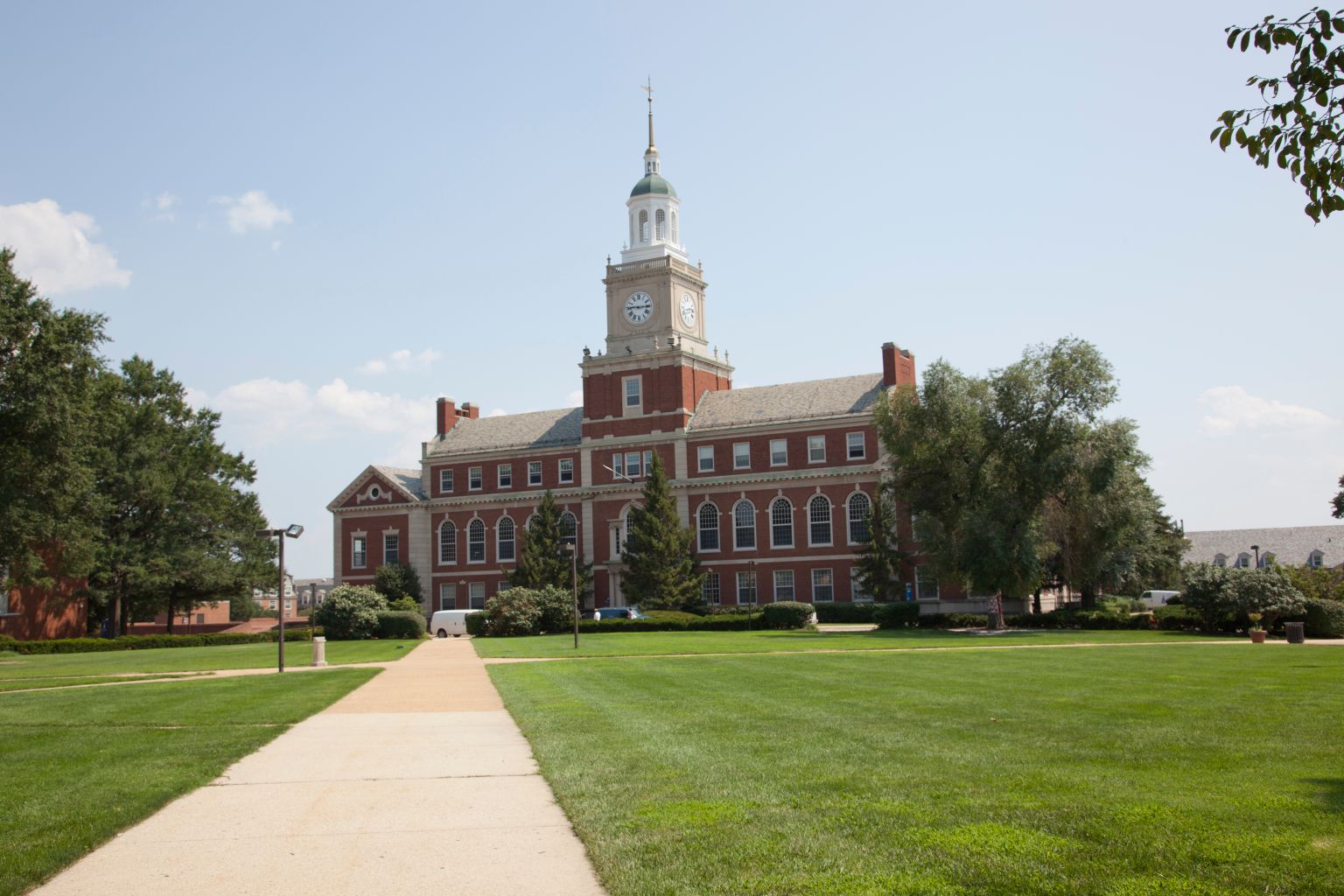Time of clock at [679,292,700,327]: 2:42
